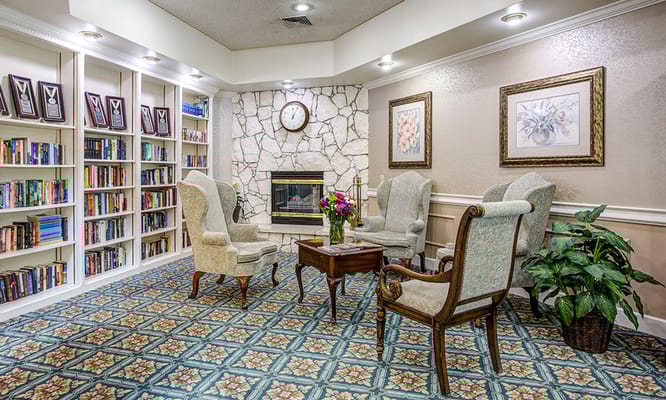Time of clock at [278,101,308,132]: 12:04
